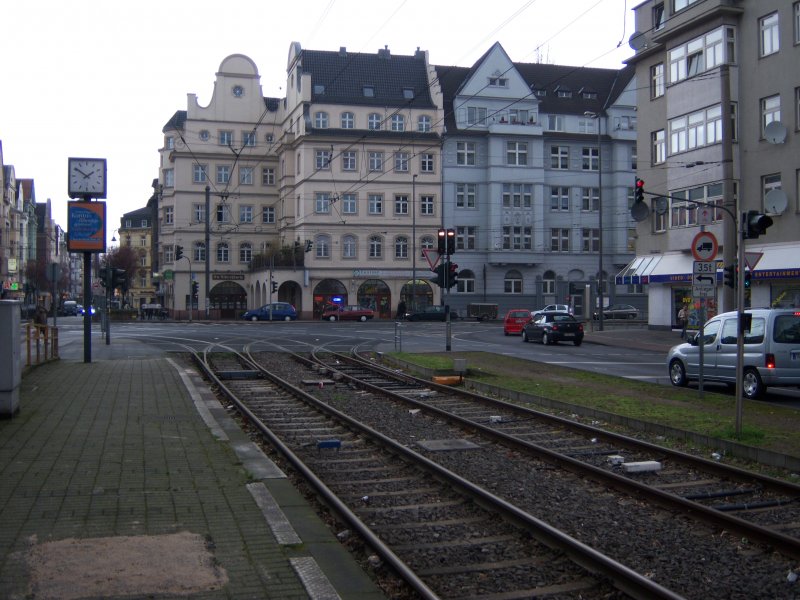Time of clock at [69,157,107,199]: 1:50
